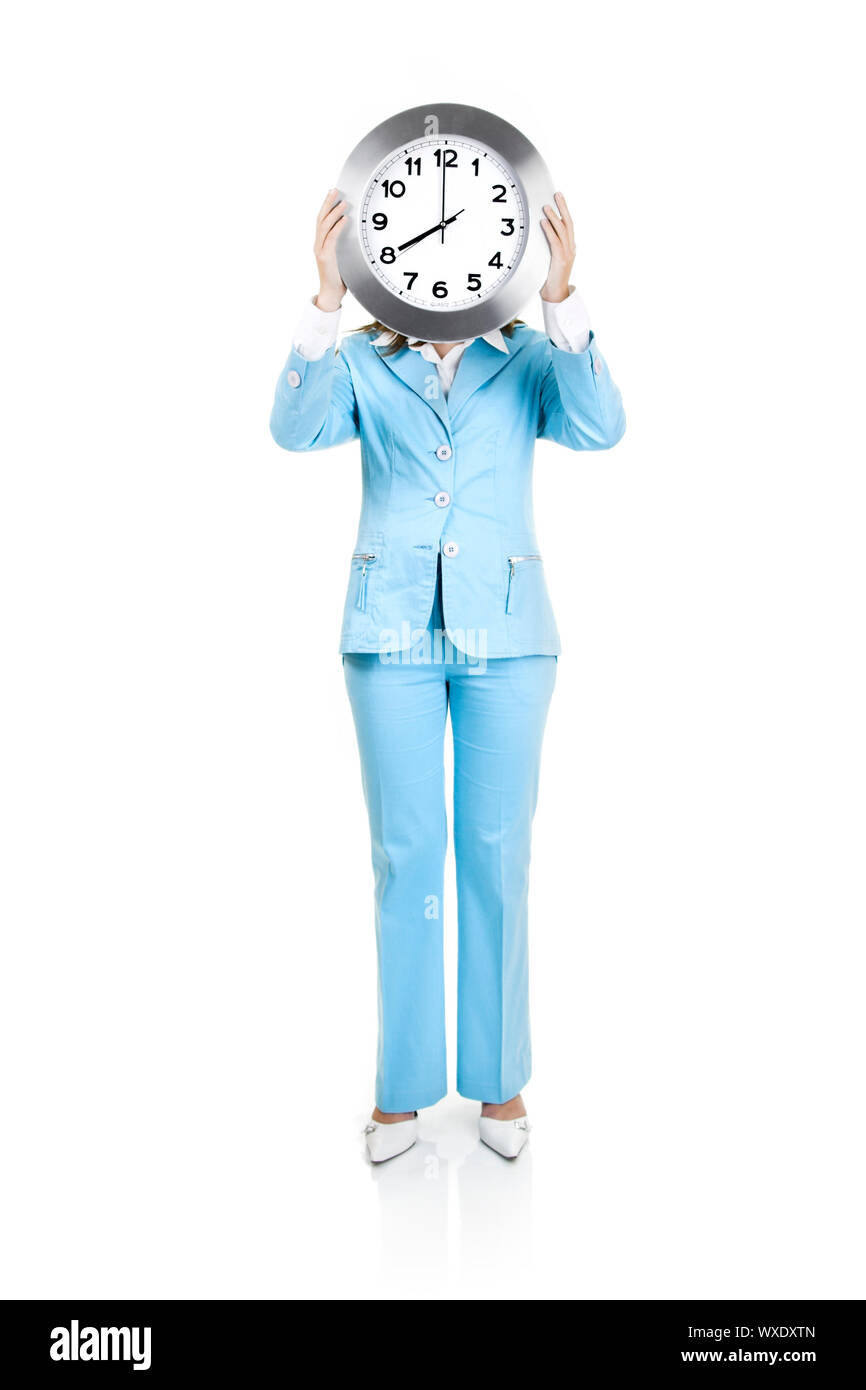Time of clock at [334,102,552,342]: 7:59
